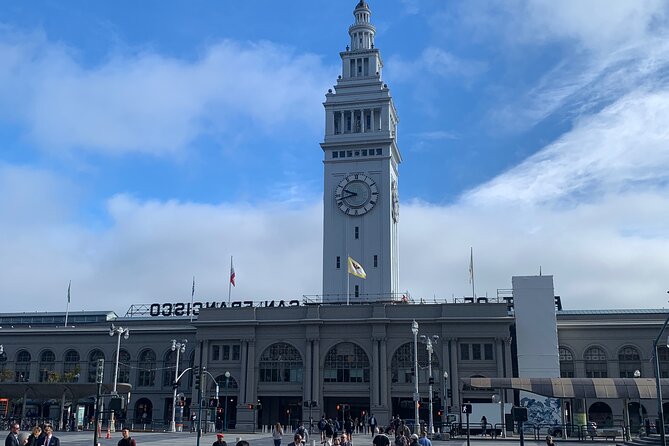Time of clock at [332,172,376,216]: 9:42
